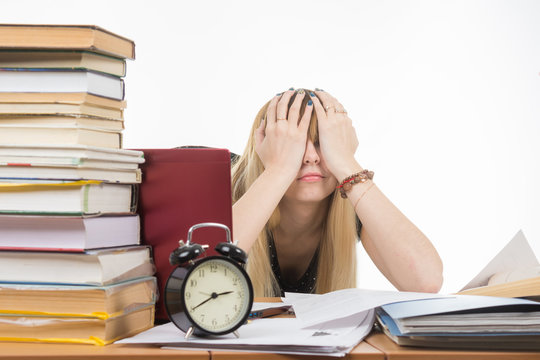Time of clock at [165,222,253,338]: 2:40
